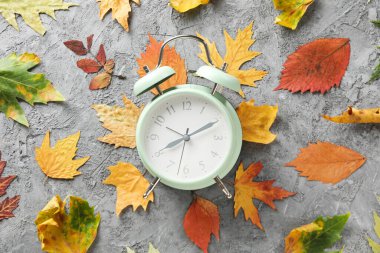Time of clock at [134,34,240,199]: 8:10
